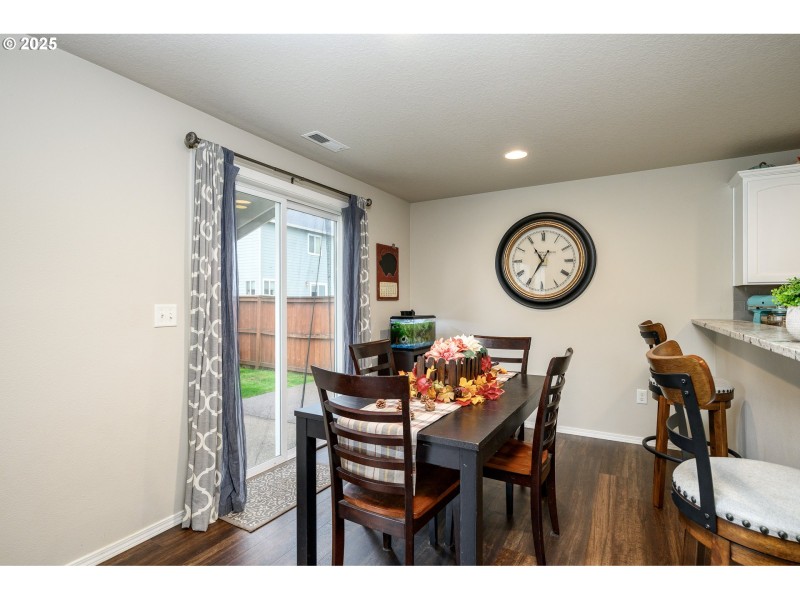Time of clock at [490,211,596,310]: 10:35
